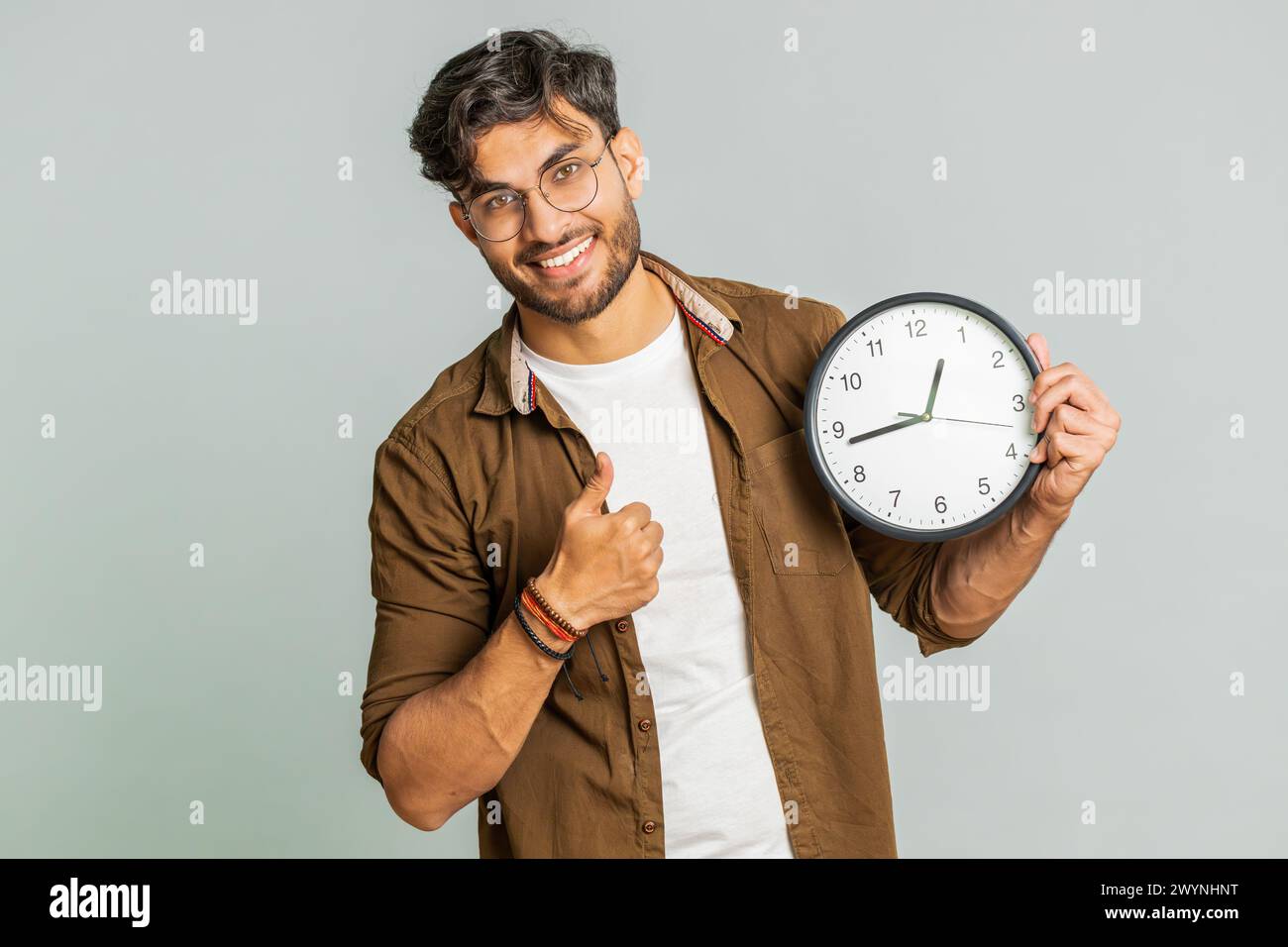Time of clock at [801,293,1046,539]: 12:43
